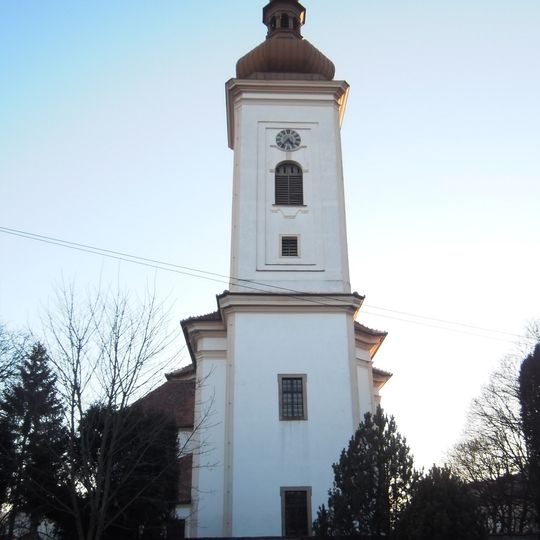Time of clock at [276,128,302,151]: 4:36
